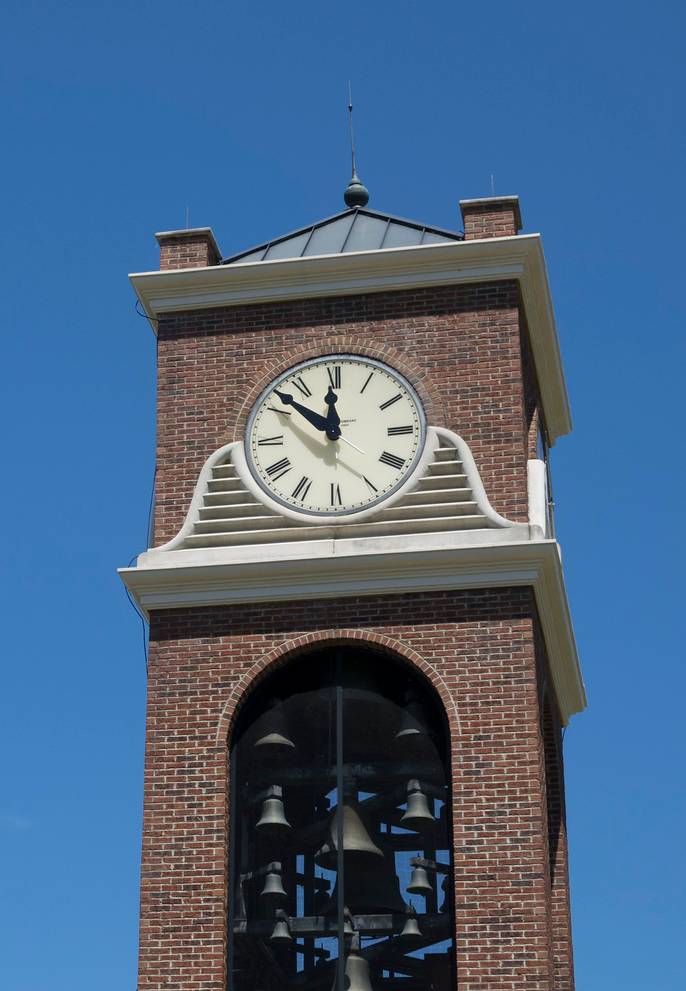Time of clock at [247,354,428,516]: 11:52
